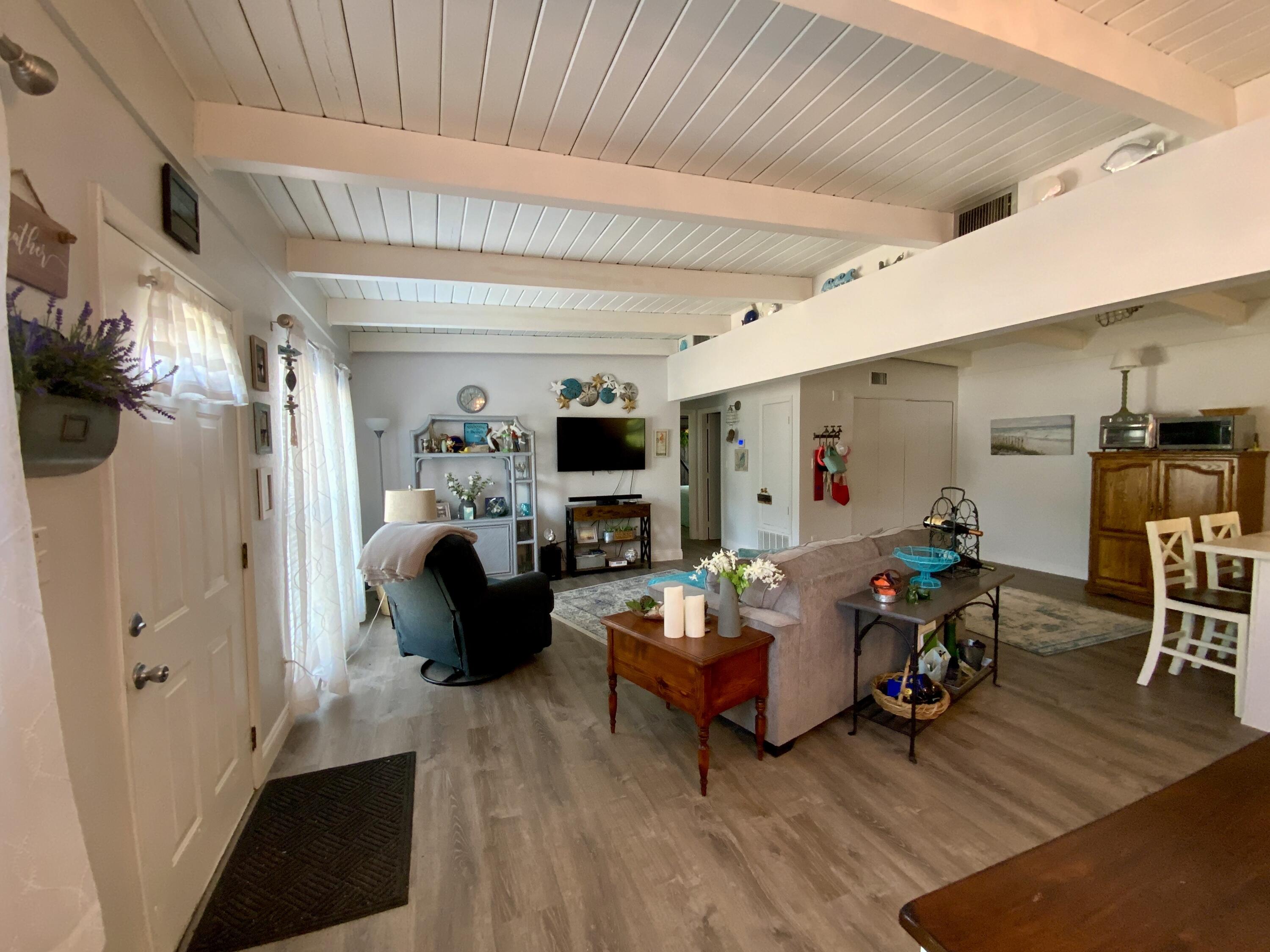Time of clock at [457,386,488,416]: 11:37
